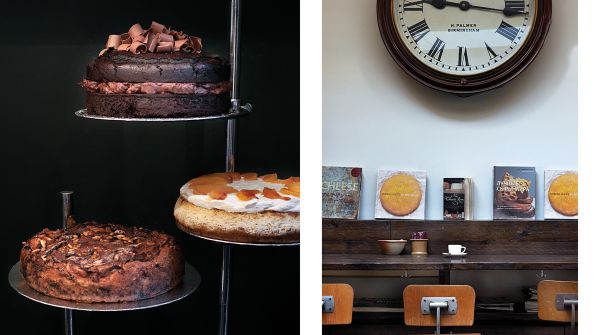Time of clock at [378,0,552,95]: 9:16
